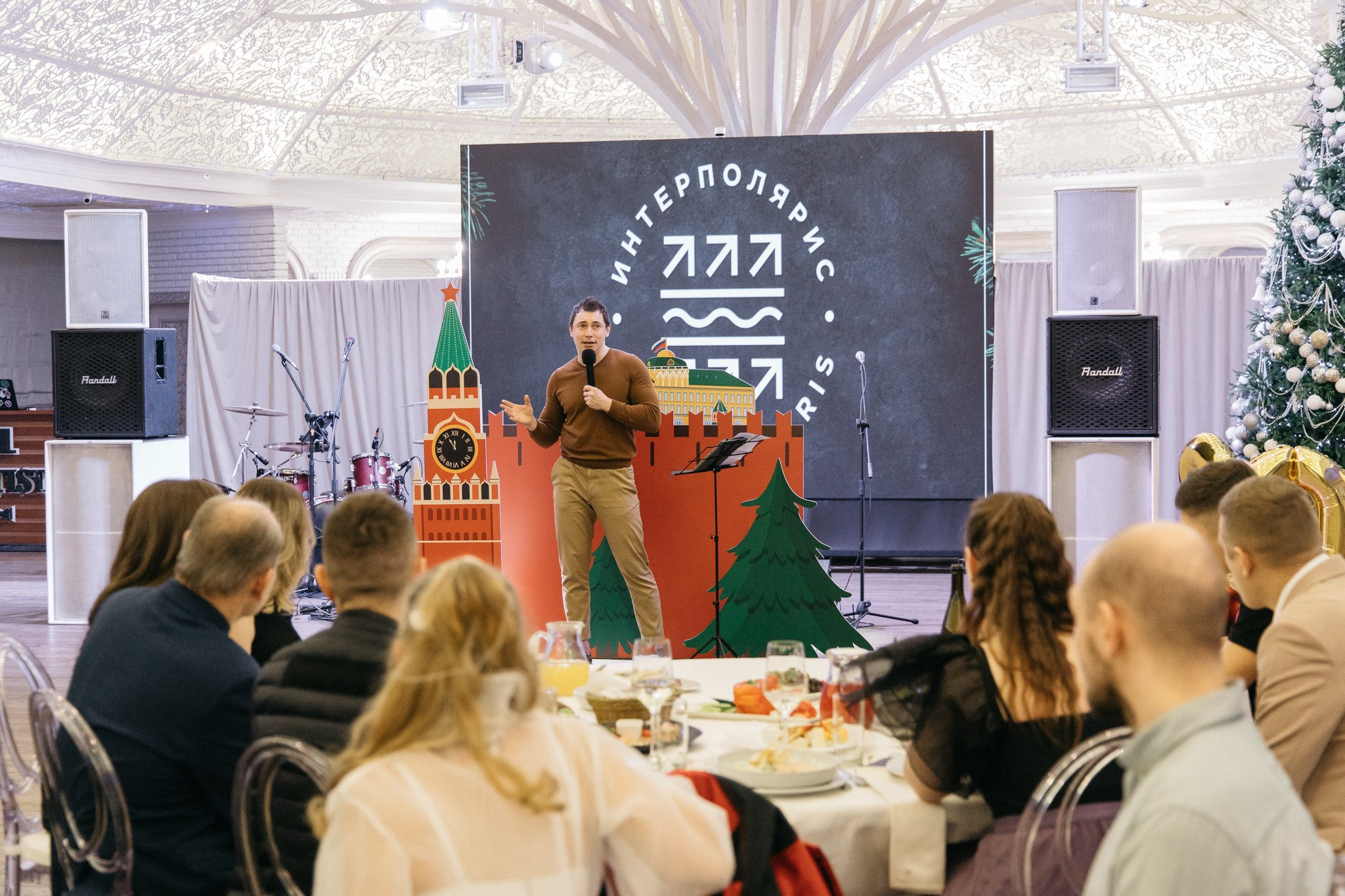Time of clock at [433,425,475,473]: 11:55
